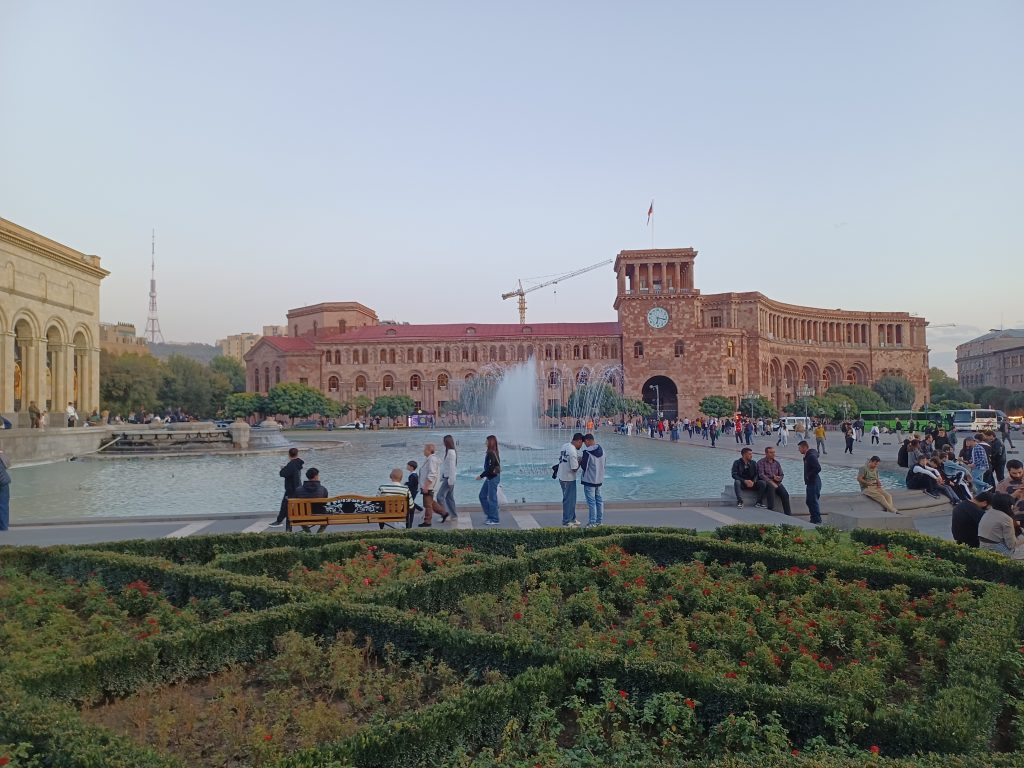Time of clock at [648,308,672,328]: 6:17
